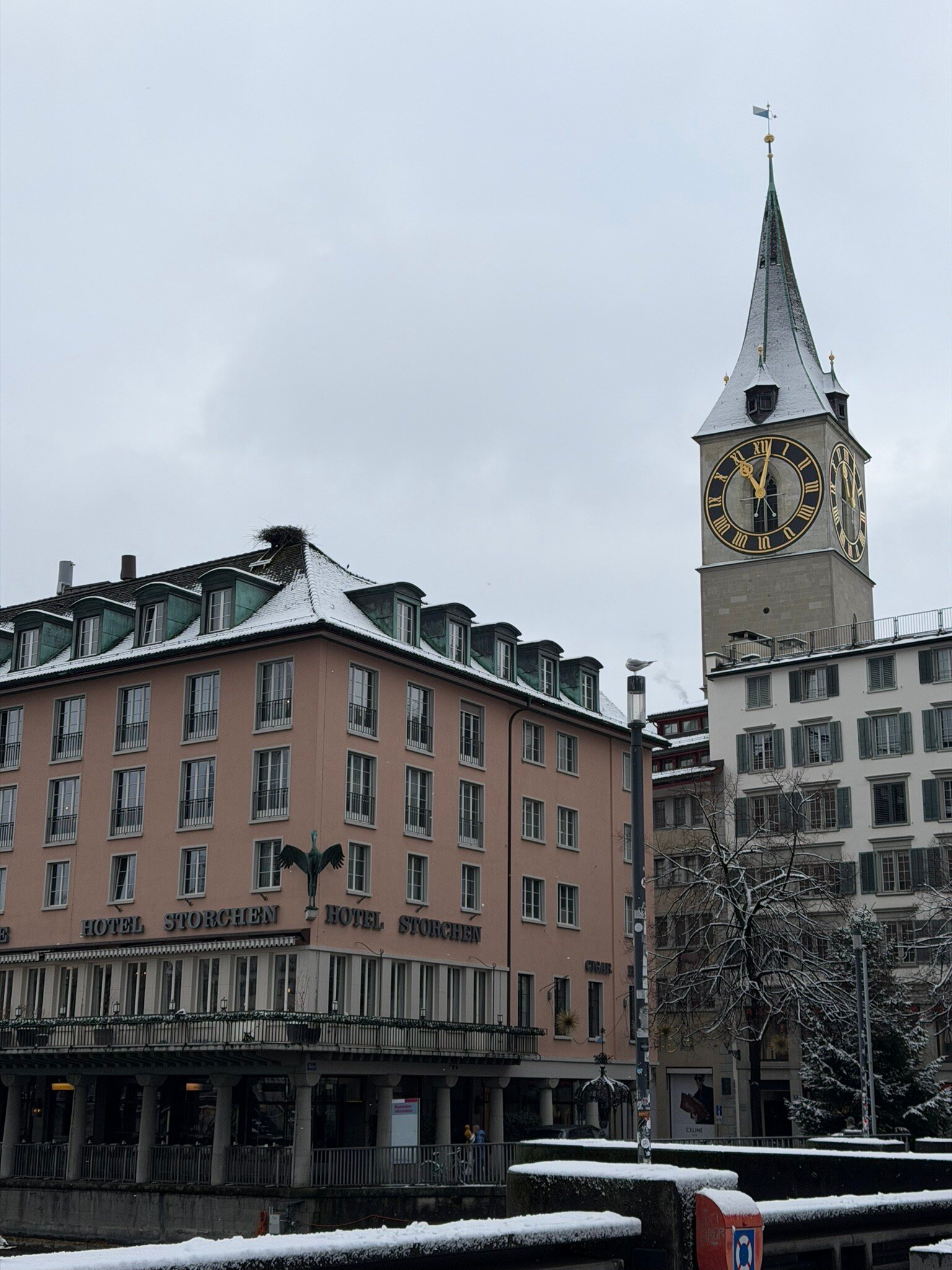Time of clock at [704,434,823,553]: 11:01
